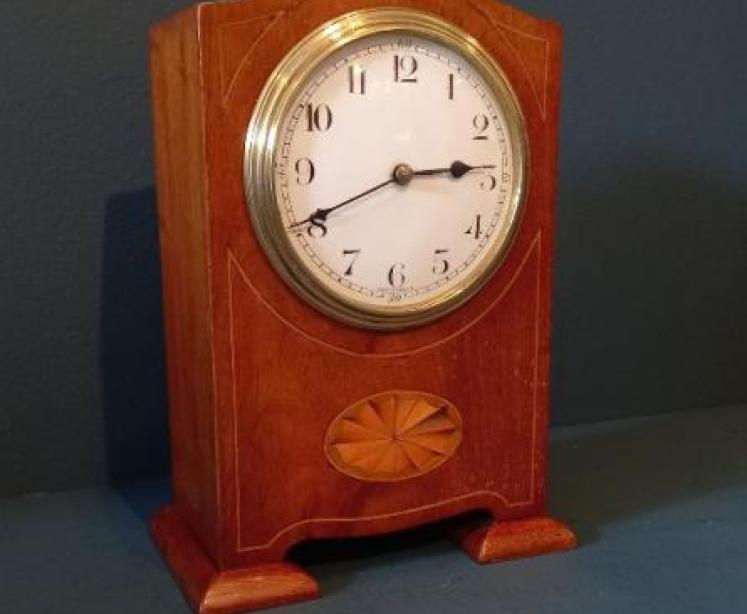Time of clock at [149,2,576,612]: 2:40
